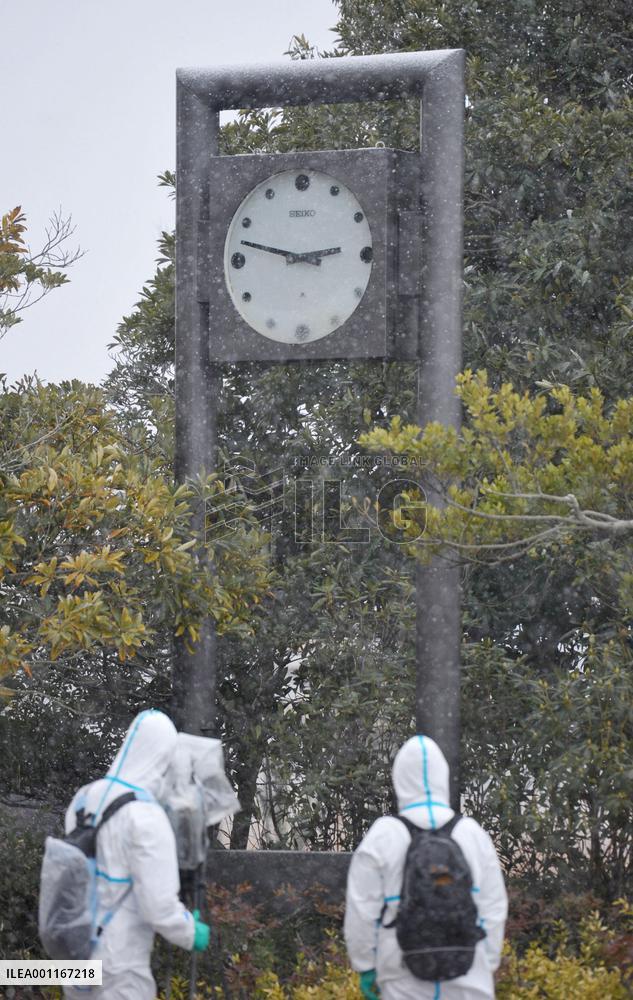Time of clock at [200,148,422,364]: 2:47
